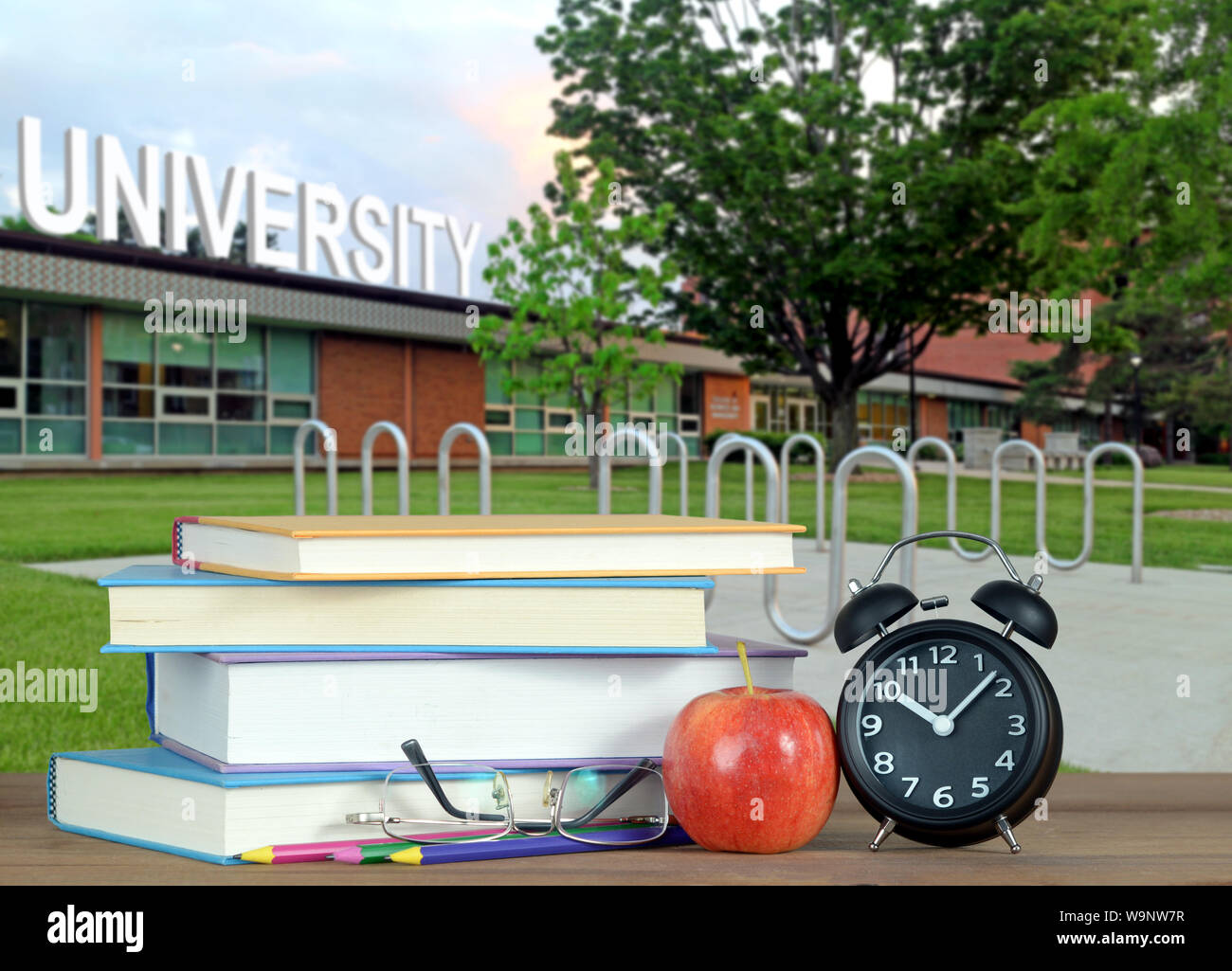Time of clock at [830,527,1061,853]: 10:07
